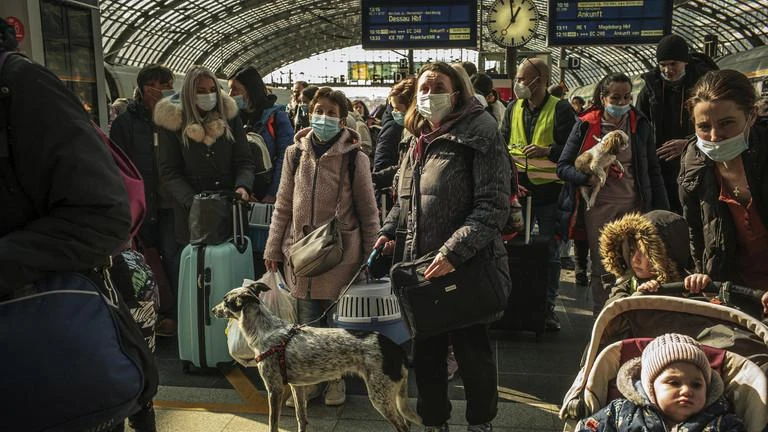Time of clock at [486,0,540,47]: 12:59
